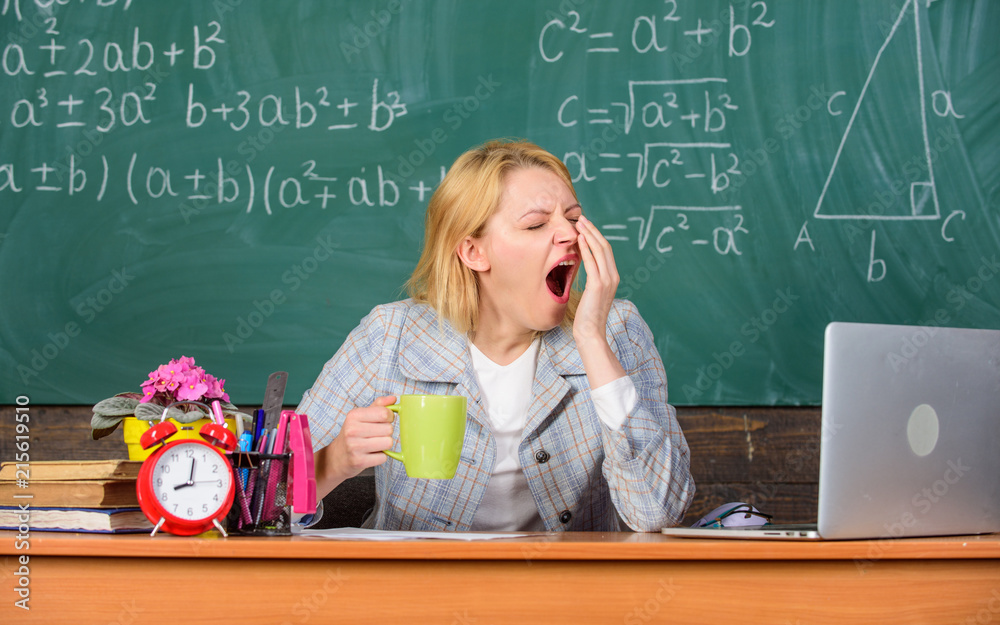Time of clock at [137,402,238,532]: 8:01
